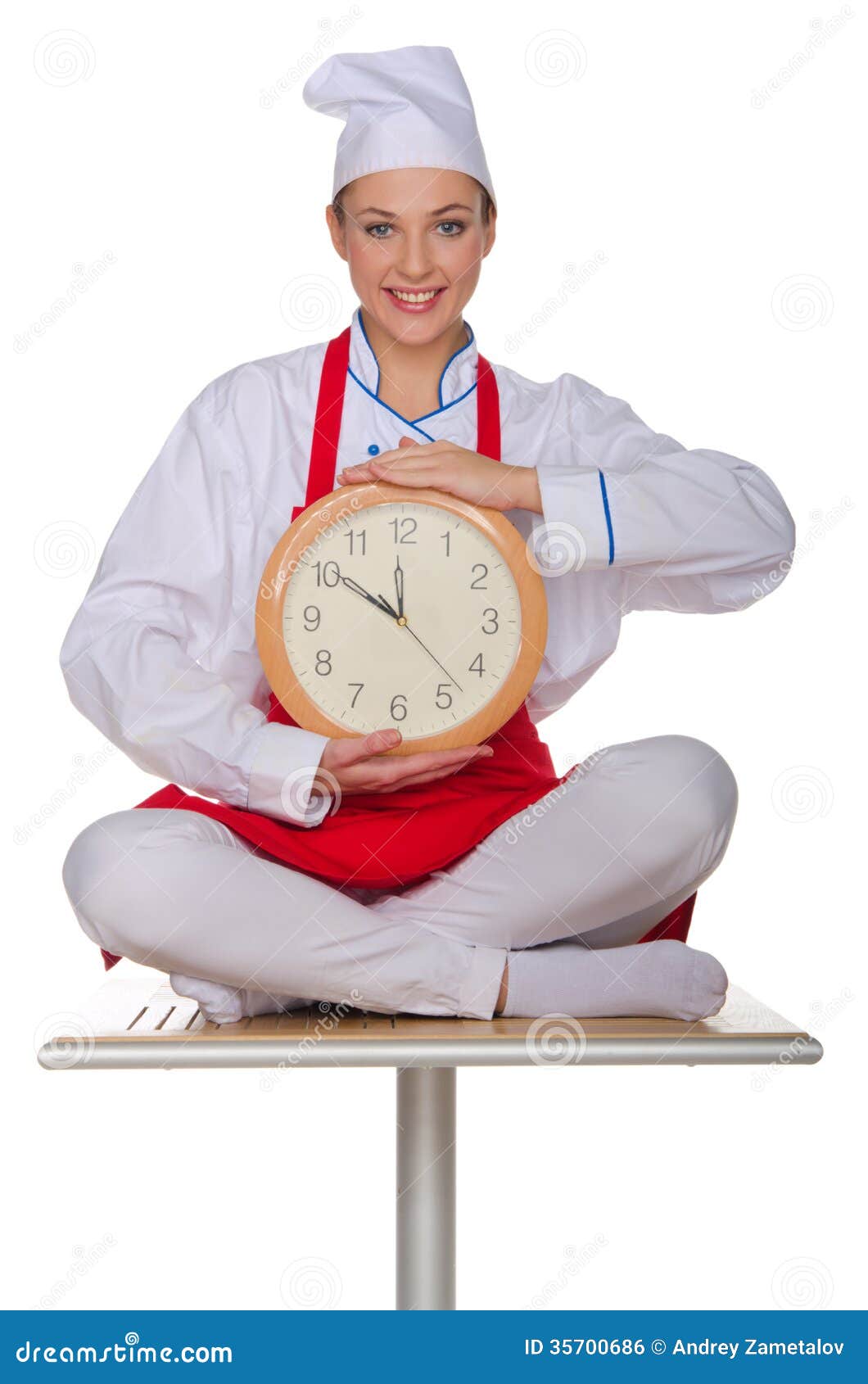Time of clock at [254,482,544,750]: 11:50
